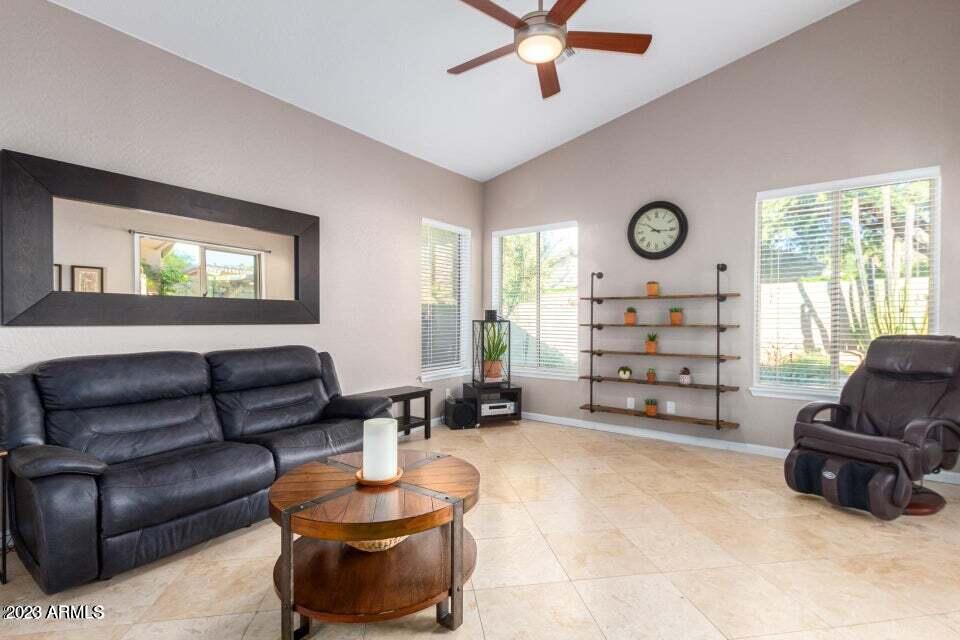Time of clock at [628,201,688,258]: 10:15
